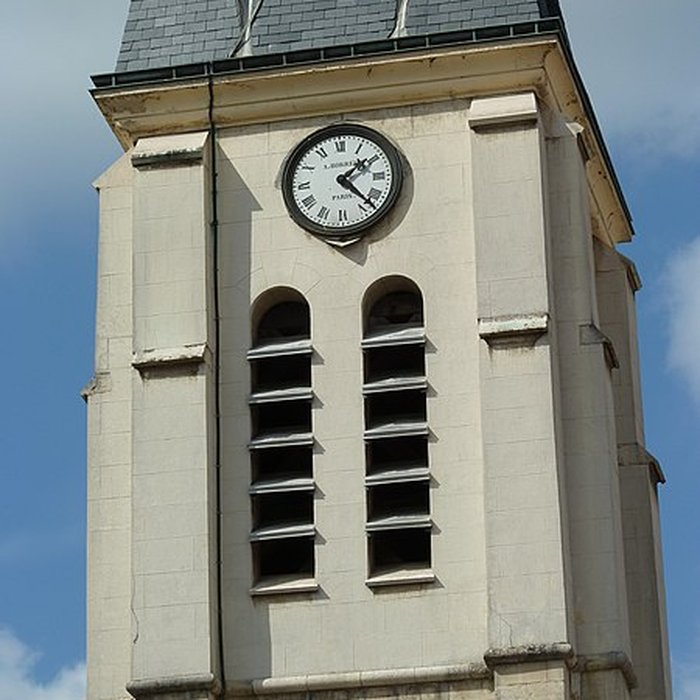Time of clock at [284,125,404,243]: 1:22
